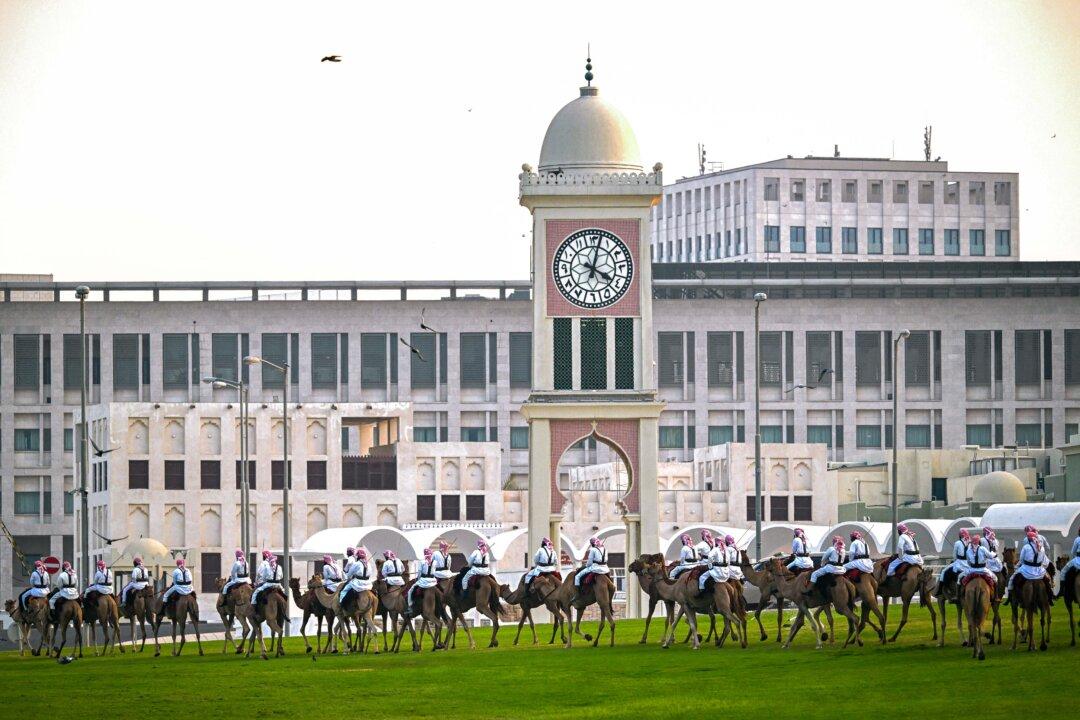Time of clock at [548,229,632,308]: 4:02
